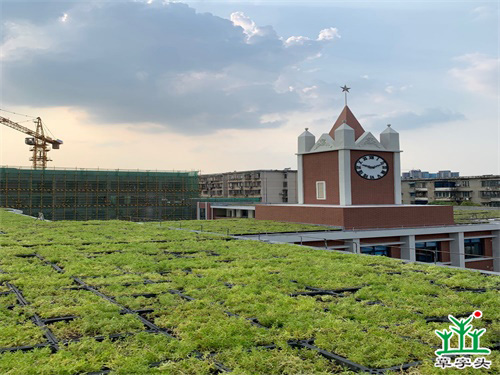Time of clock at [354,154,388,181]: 9:11
